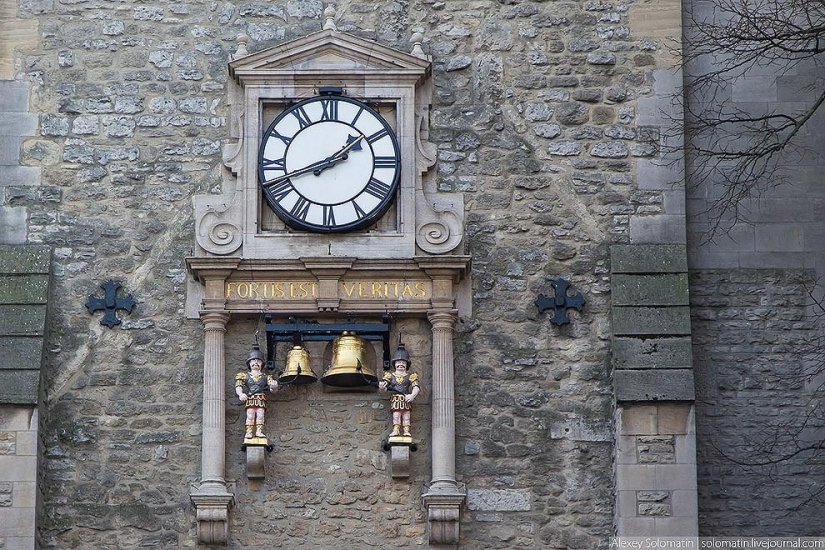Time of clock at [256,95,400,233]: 1:41
